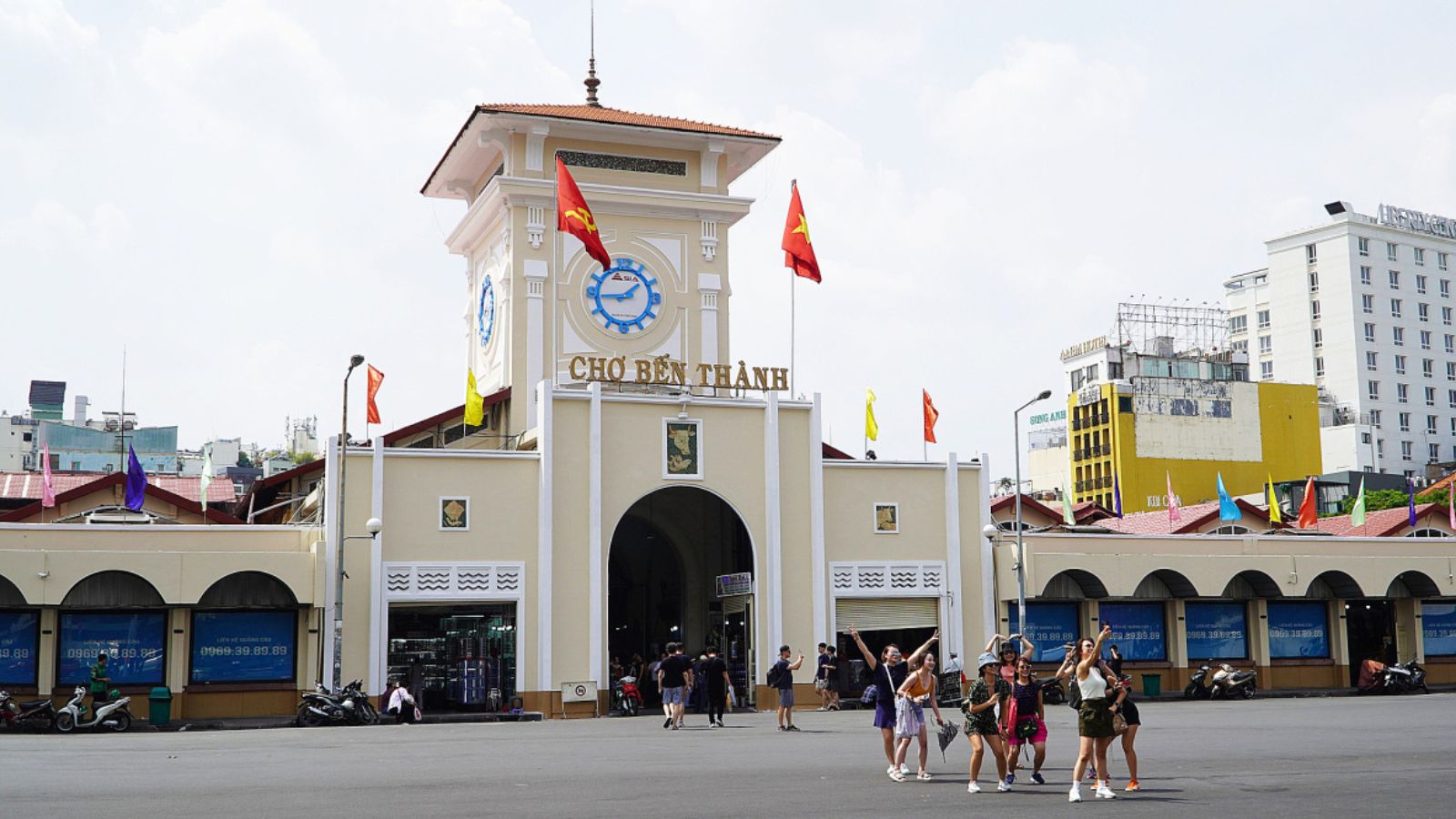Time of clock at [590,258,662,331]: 1:44
